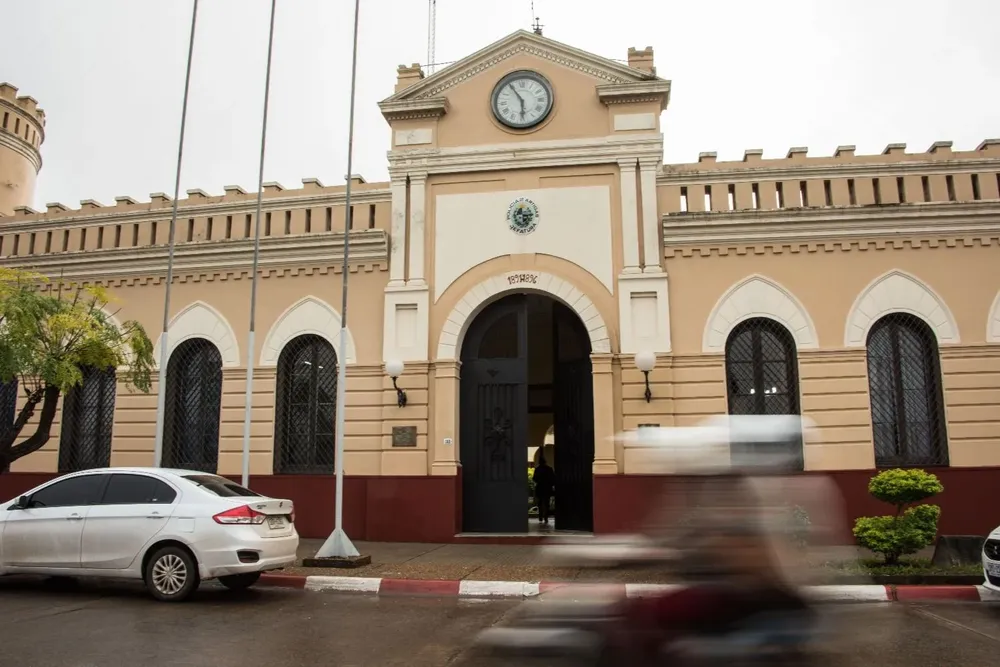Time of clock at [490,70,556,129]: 5:54
